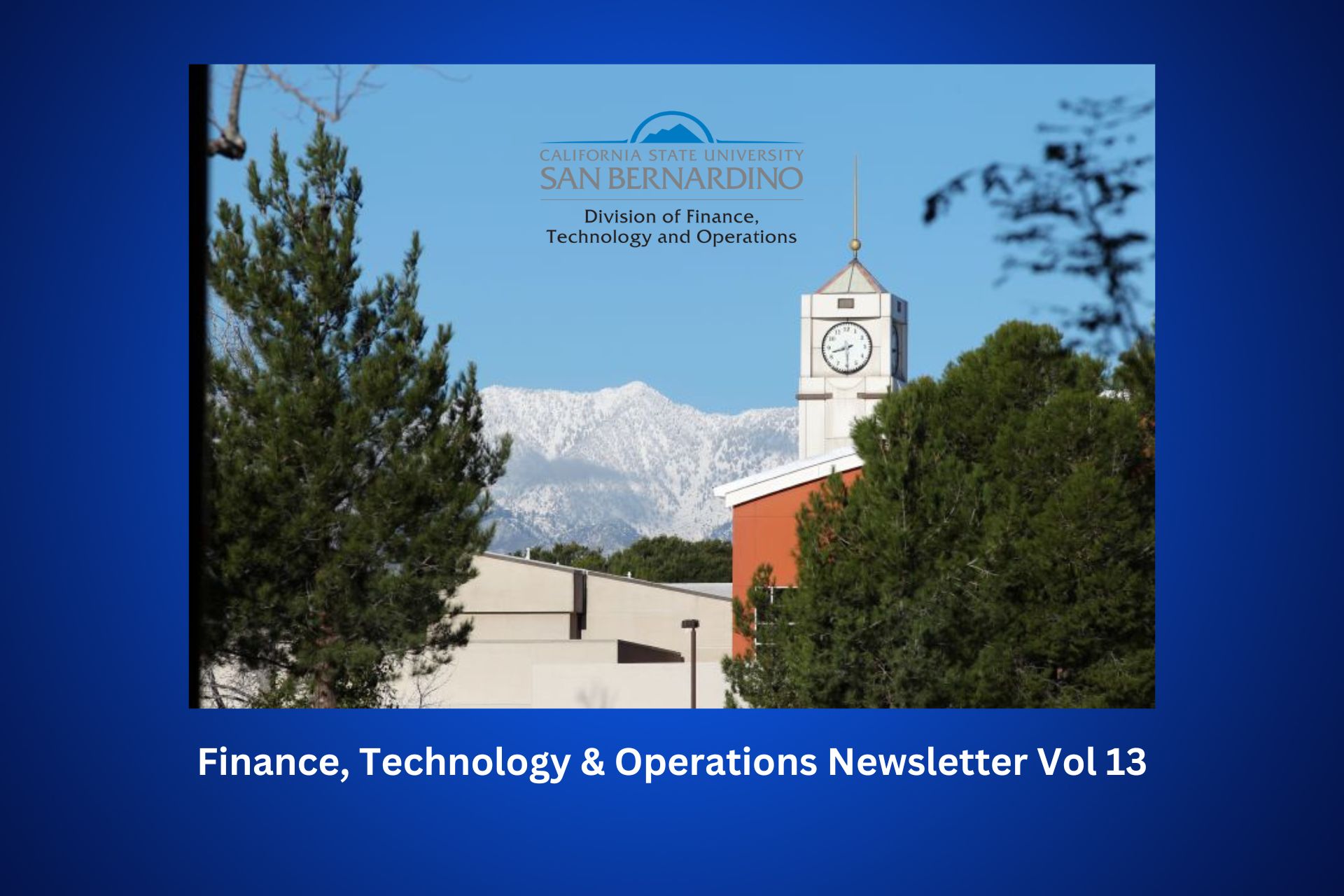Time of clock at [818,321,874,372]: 8:29
